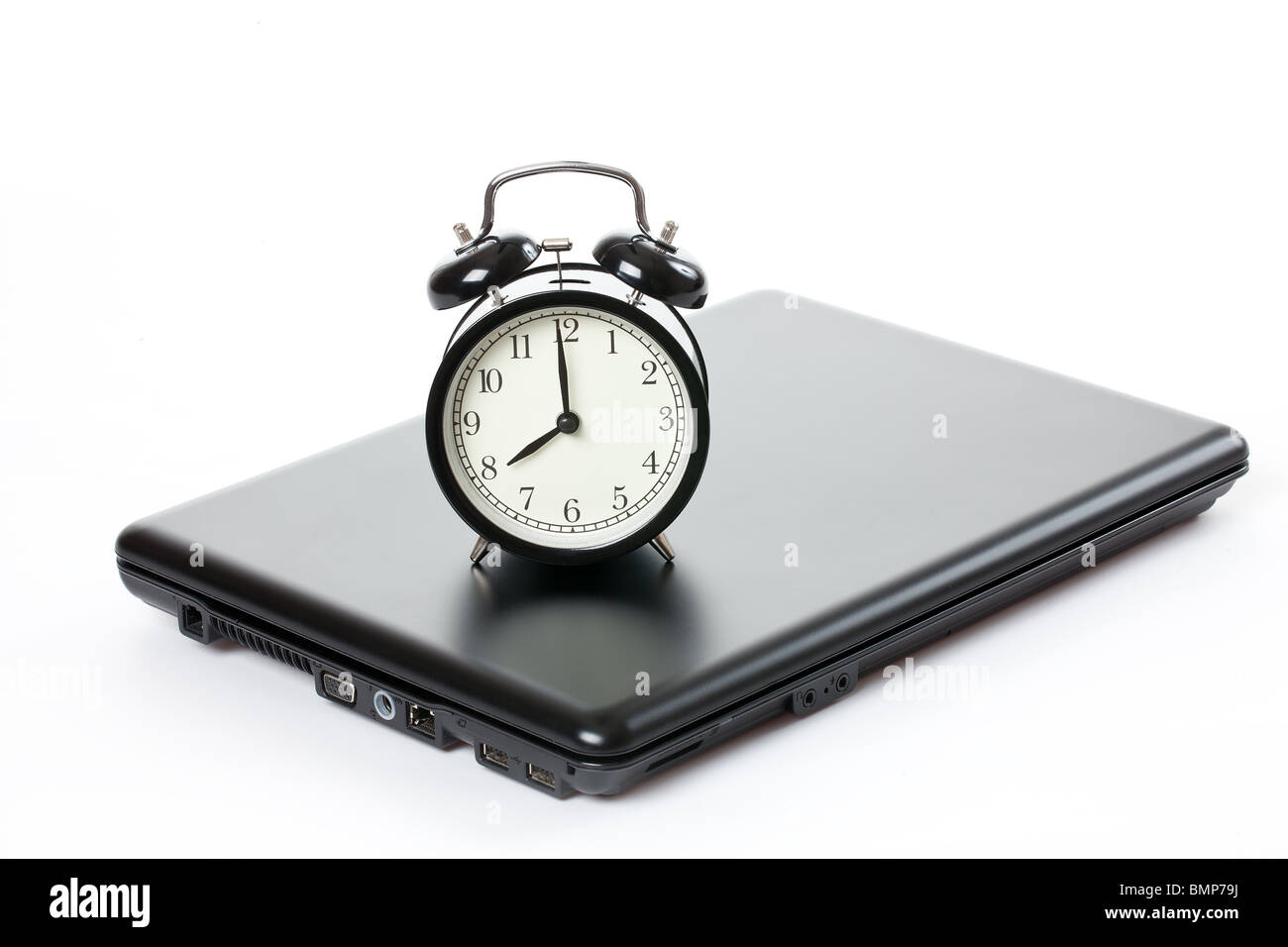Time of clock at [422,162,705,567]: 7:59
